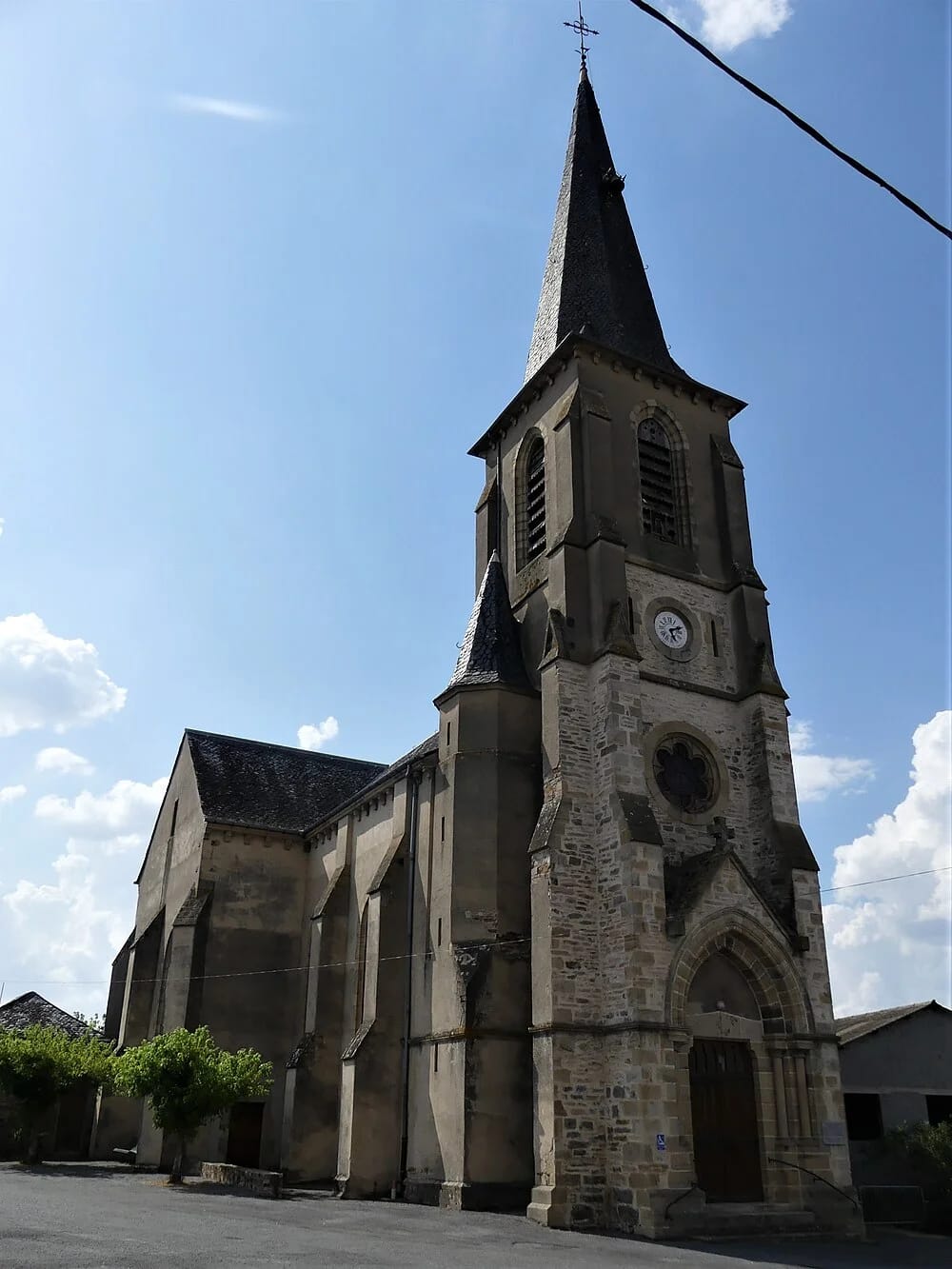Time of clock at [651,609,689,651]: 5:11
